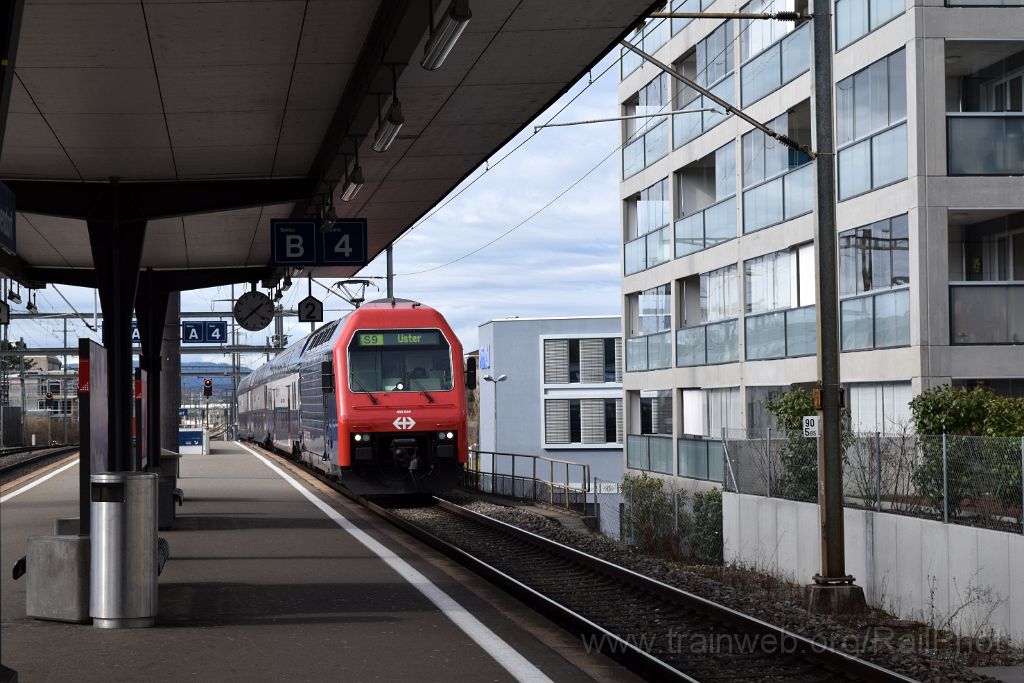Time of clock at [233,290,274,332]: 1:37
